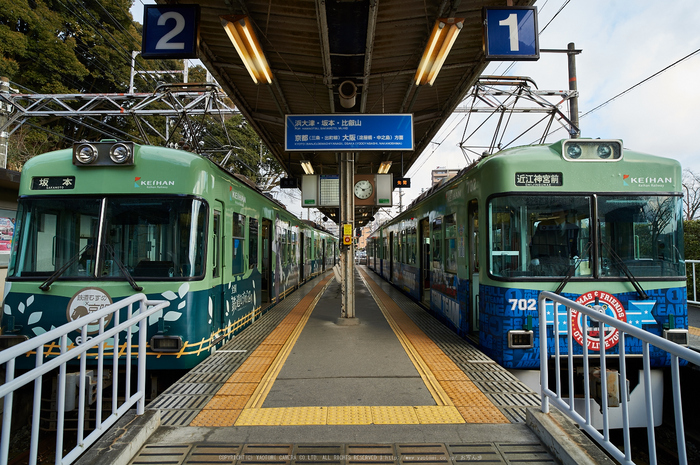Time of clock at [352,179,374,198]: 10:12
